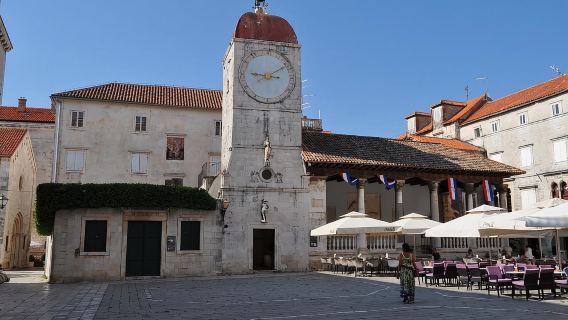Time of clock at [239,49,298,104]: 9:10
